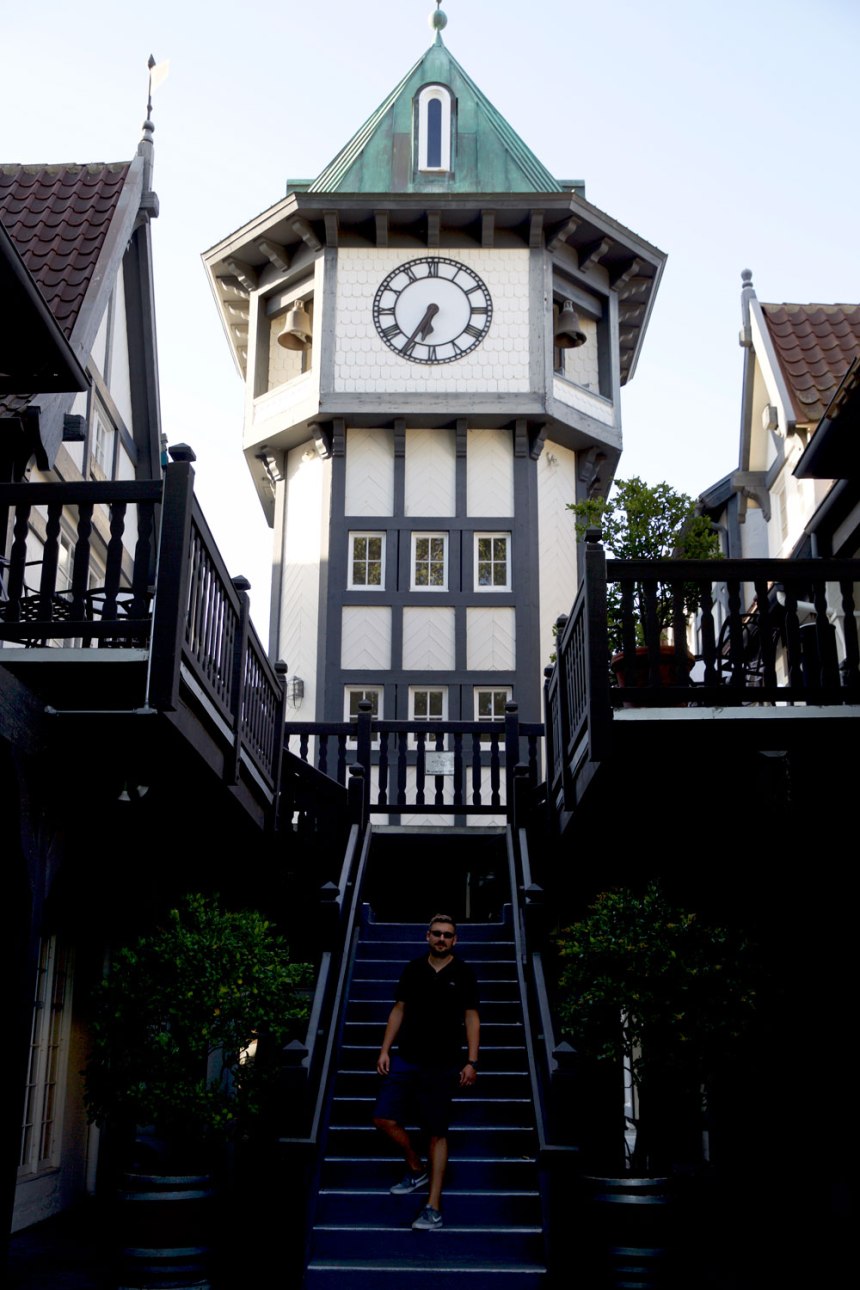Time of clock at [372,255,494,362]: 6:35
